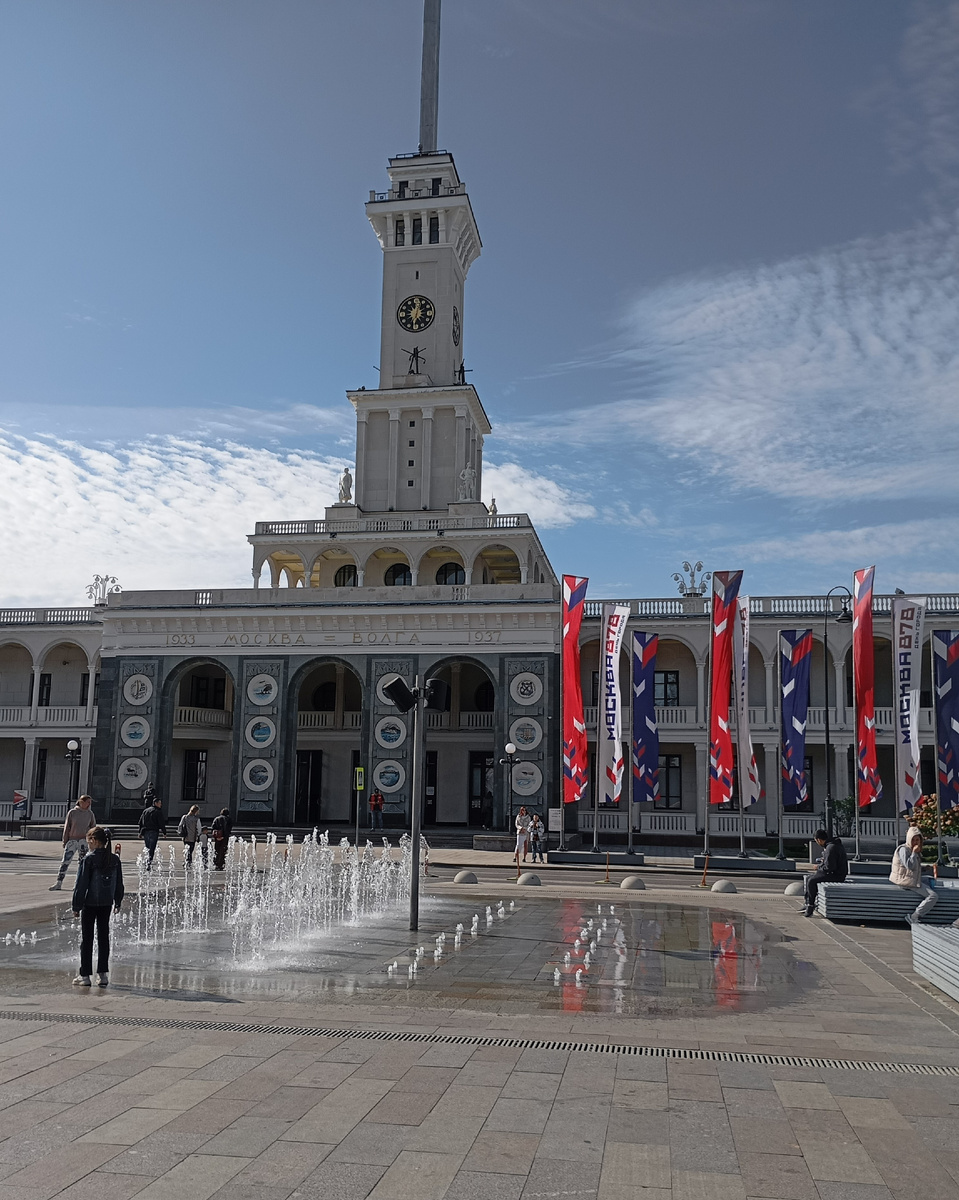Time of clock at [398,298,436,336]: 12:32
